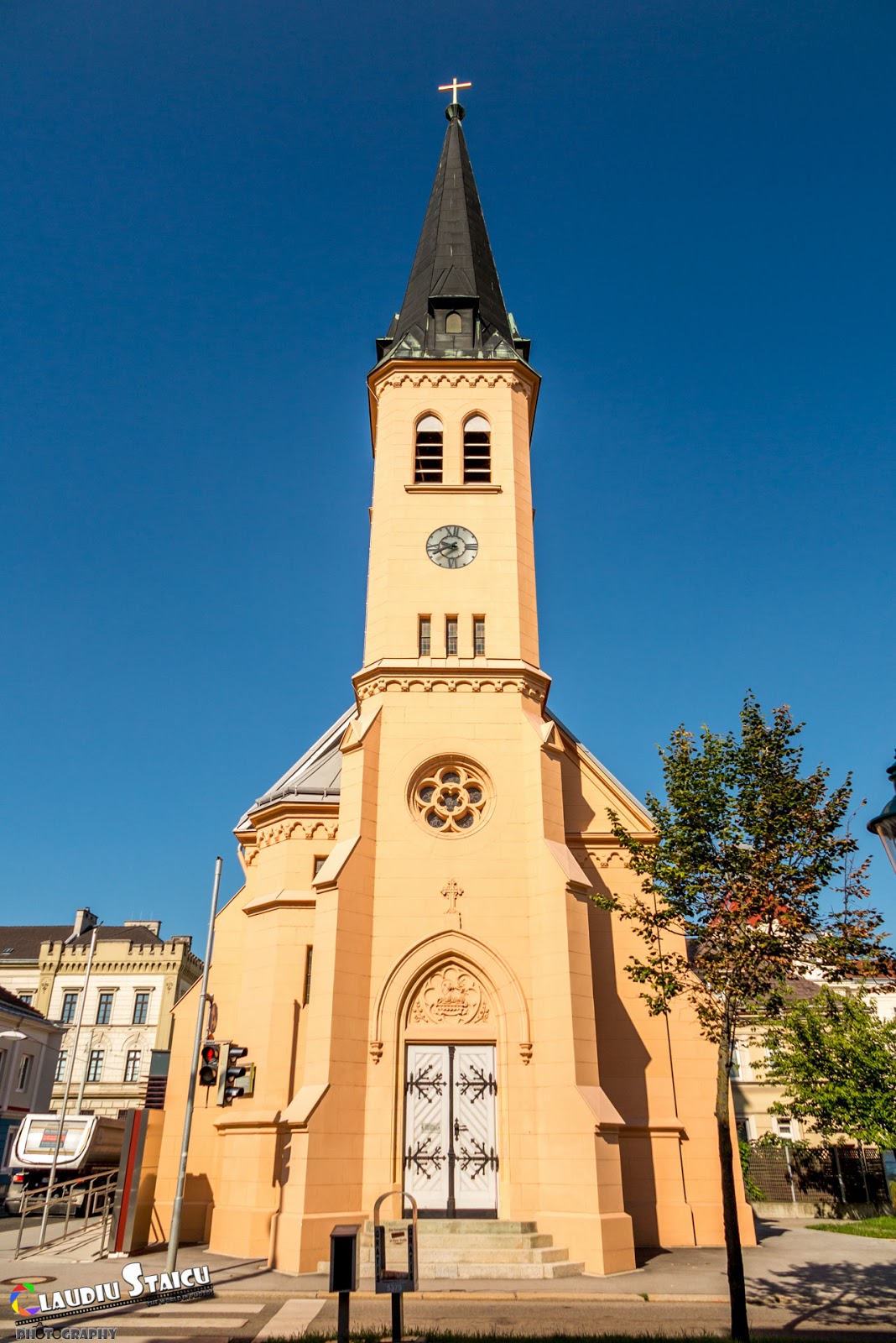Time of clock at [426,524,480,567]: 9:40
